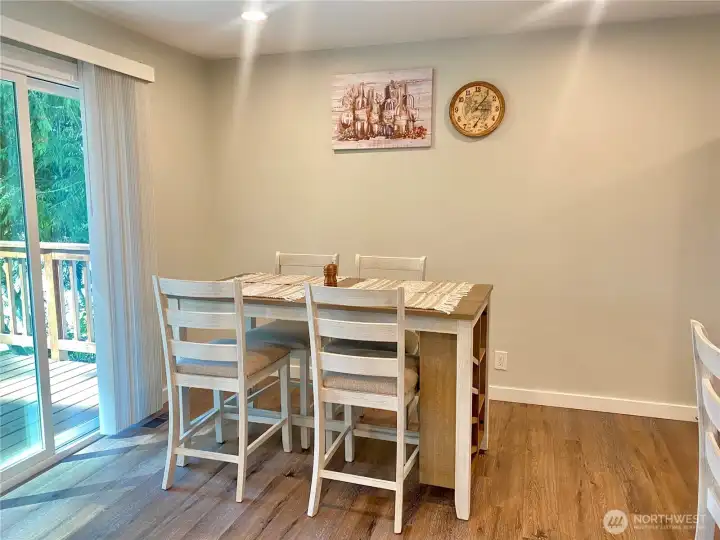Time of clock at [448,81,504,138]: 3:06
